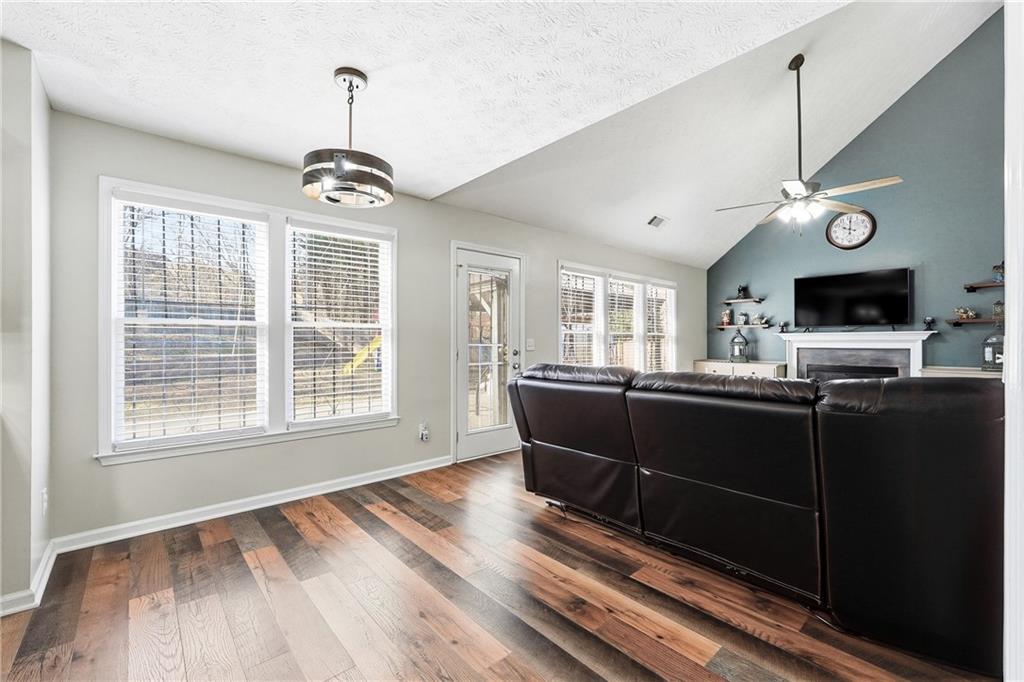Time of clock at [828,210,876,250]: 10:00
